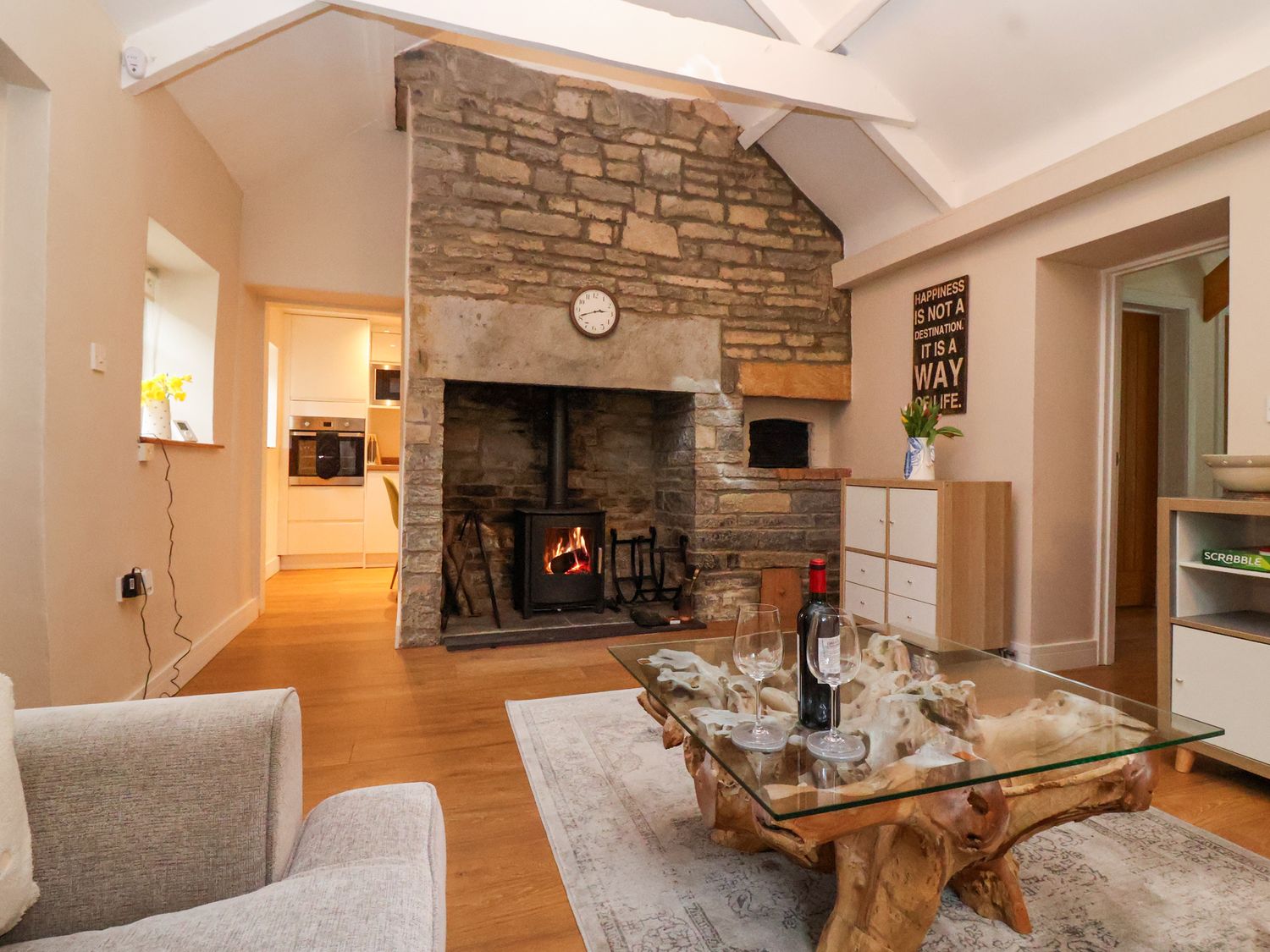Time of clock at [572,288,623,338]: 2:41
